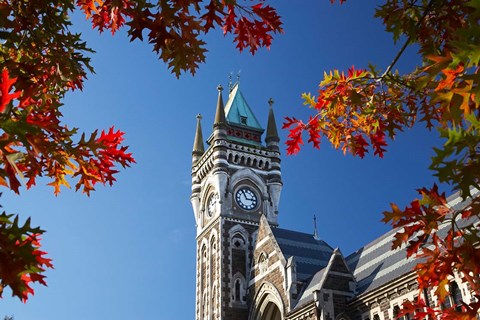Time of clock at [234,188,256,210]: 2:55
